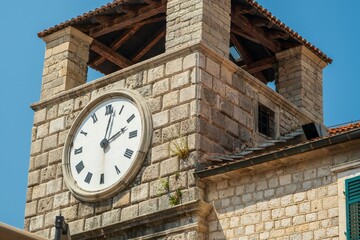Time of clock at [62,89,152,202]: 2:01
